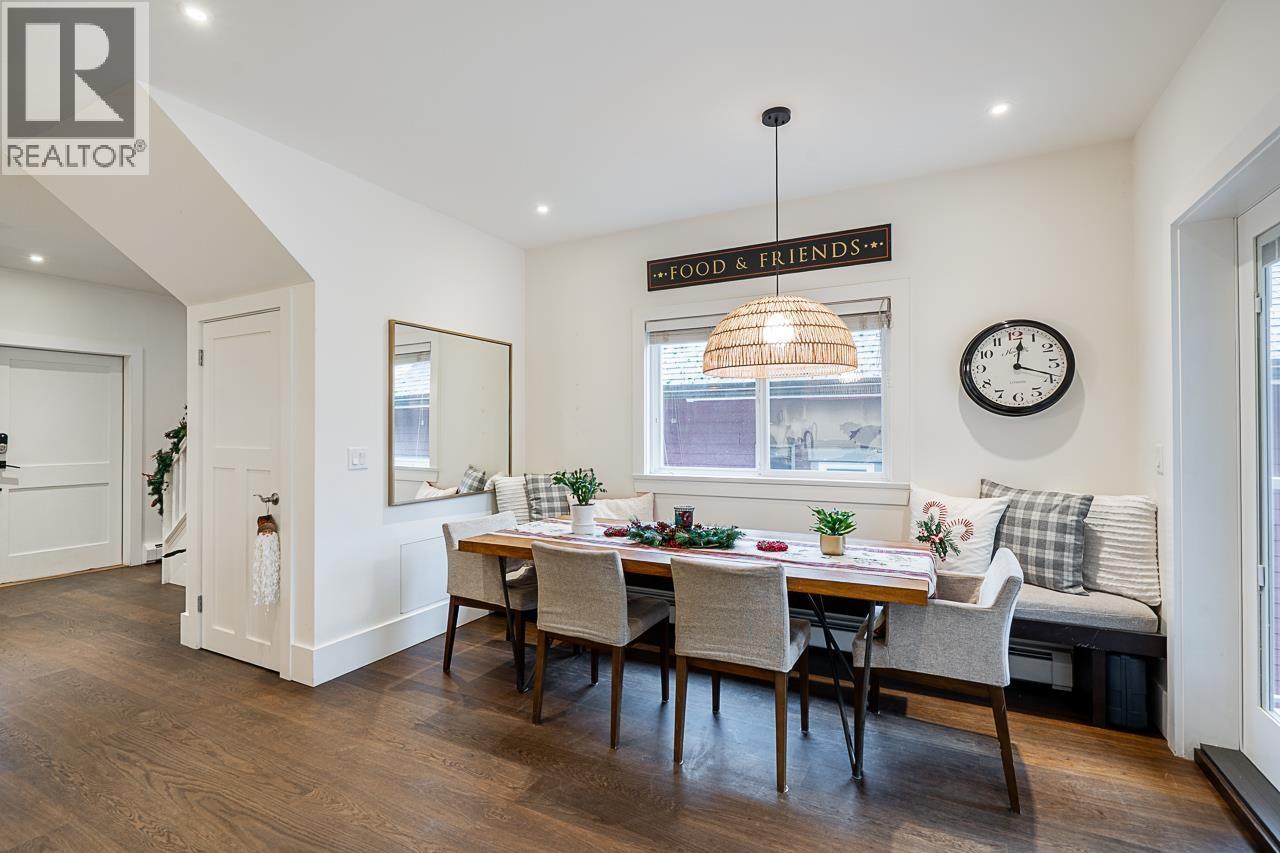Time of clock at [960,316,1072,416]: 12:18
